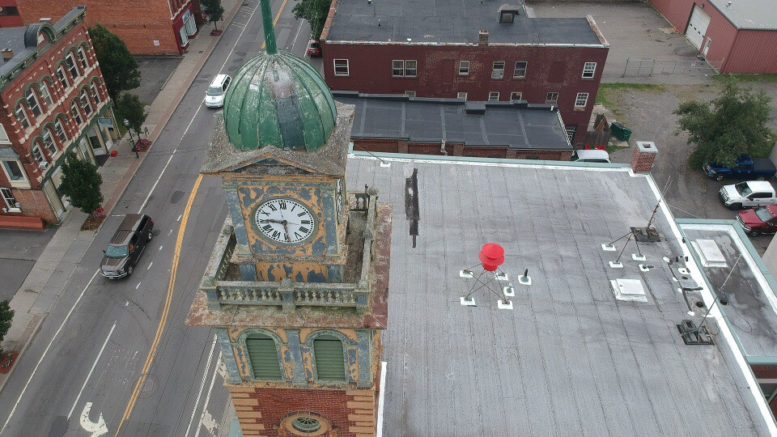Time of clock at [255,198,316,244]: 5:45
